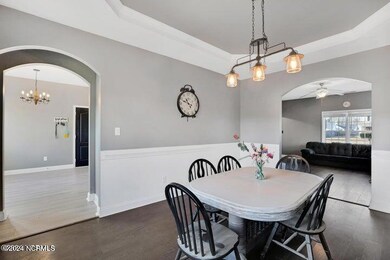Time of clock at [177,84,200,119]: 10:48
